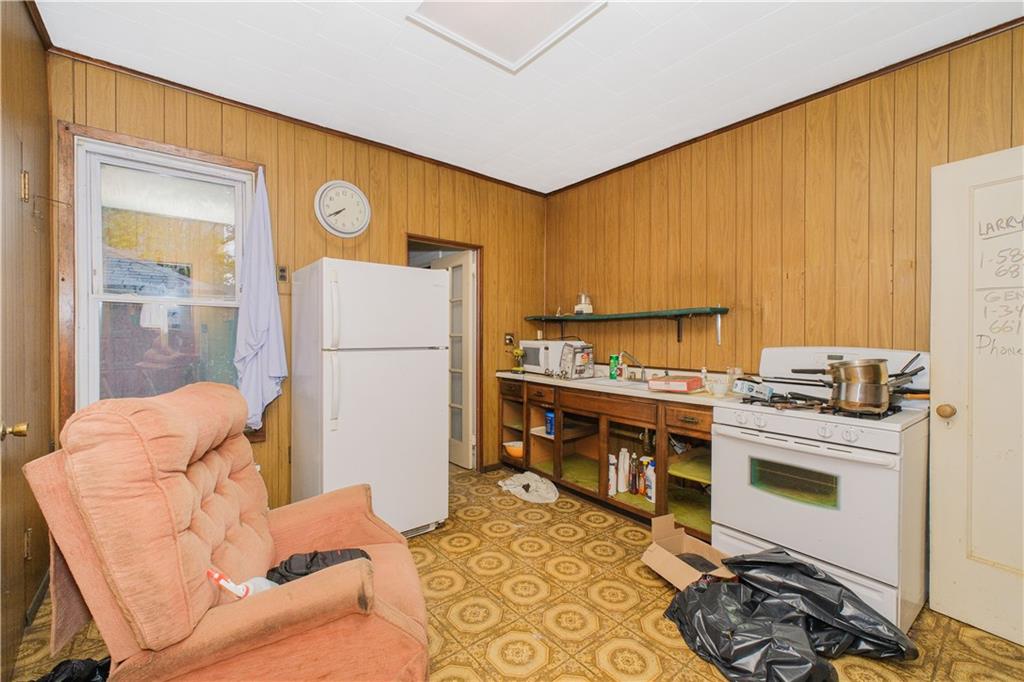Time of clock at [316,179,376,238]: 7:40
